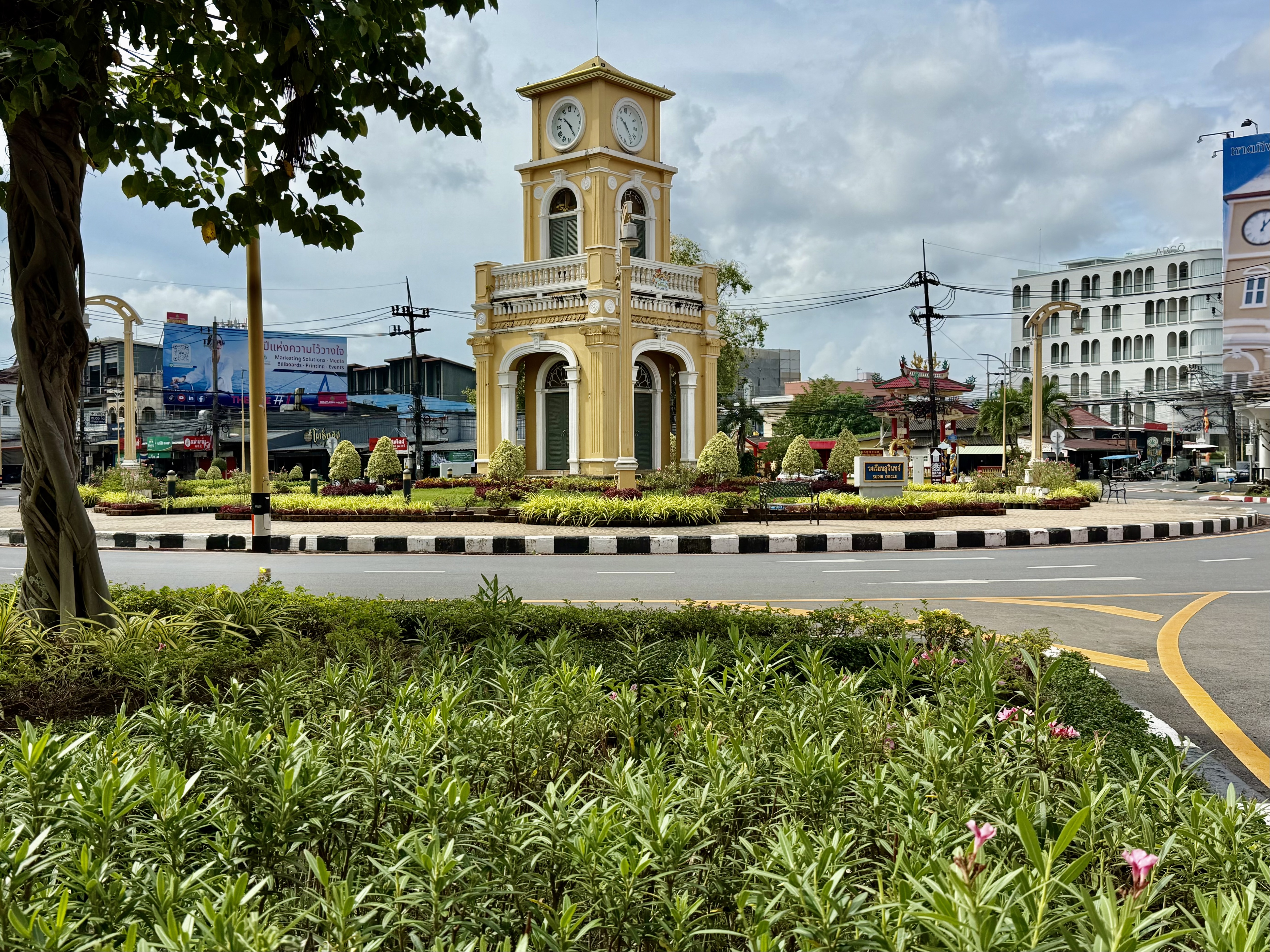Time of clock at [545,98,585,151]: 10:24
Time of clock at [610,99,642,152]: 10:23
